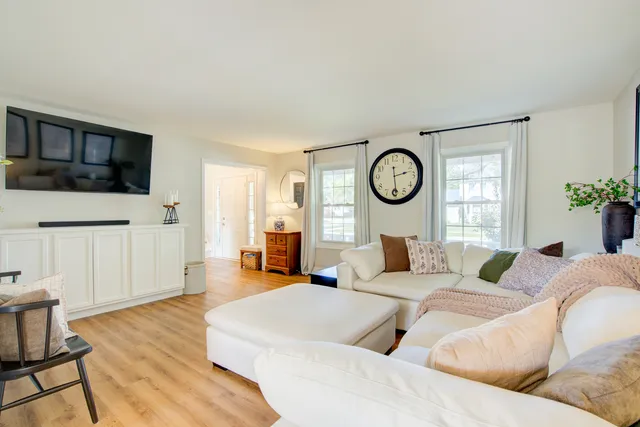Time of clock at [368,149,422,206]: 2:29
